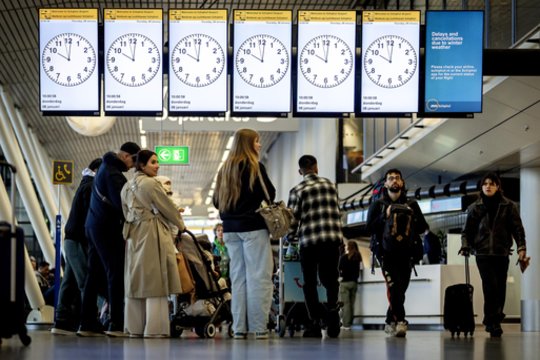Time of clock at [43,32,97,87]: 10:00
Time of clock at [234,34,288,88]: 10:00
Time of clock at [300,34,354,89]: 10:00
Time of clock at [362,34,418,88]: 10:00
